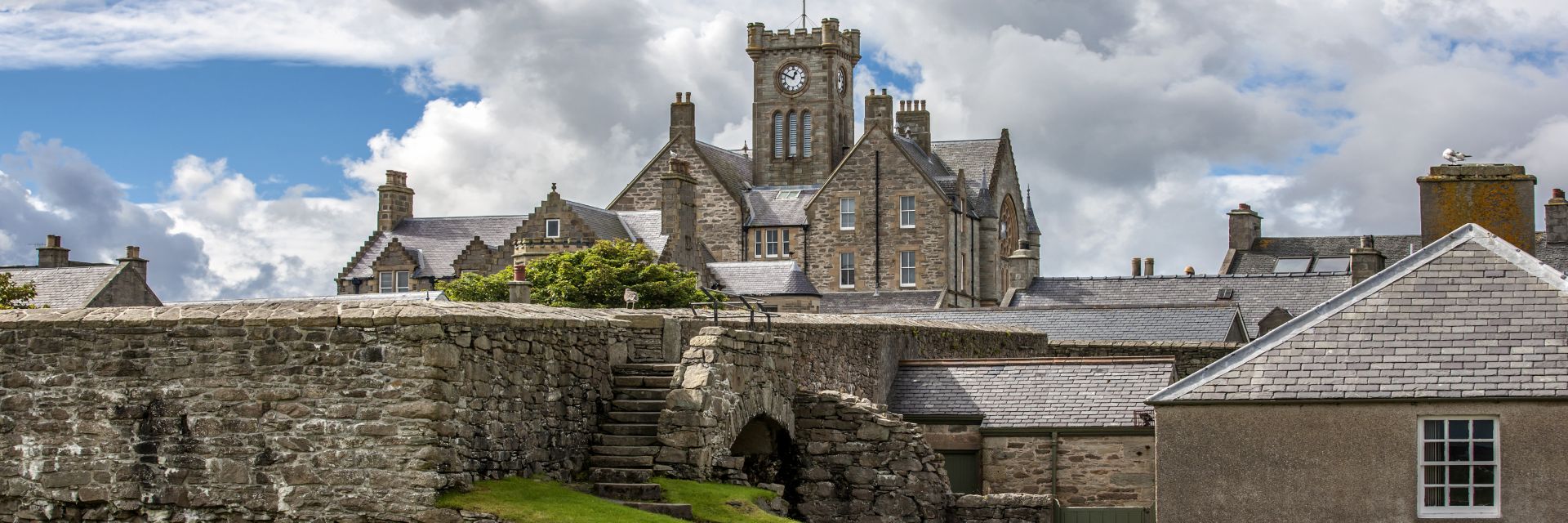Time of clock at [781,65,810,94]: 12:49
